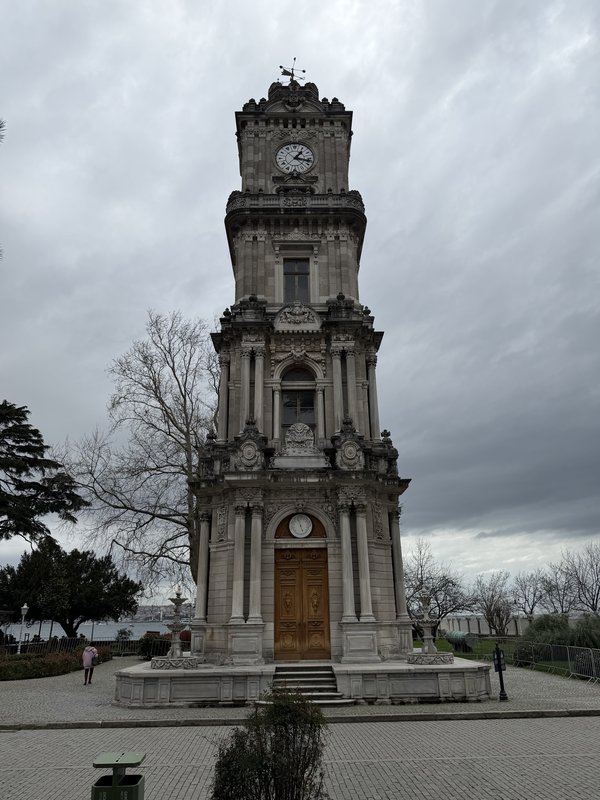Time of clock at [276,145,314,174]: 1:16
